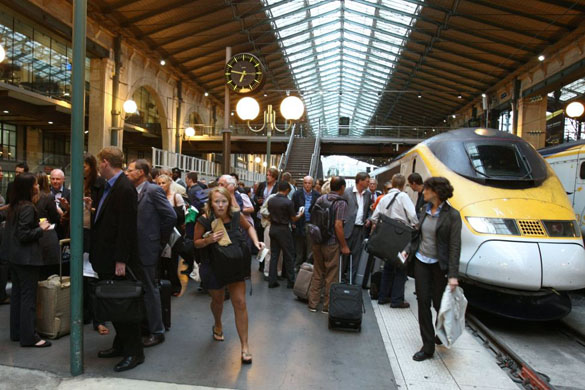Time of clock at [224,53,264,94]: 6:46
